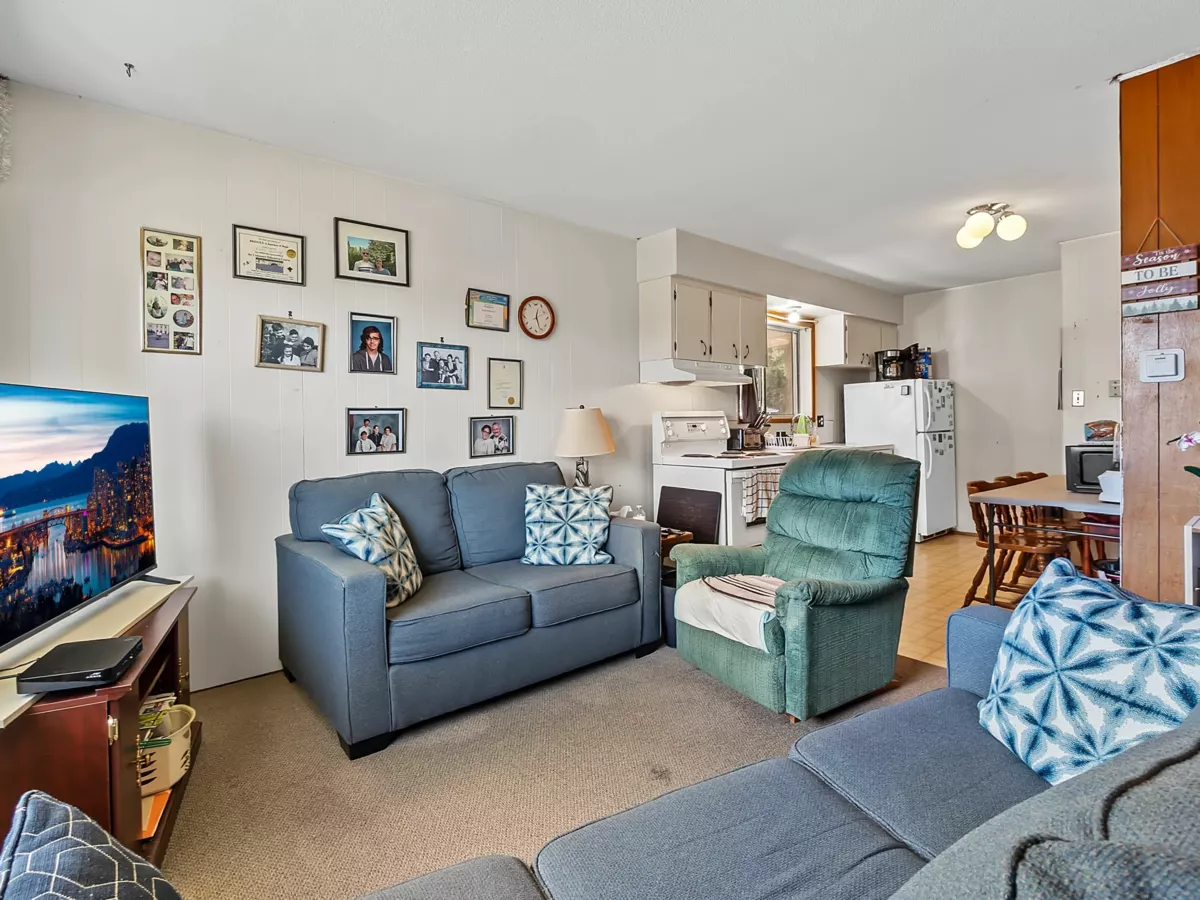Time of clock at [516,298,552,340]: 12:26
